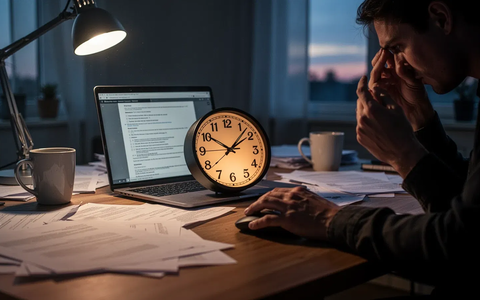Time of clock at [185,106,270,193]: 10:07
